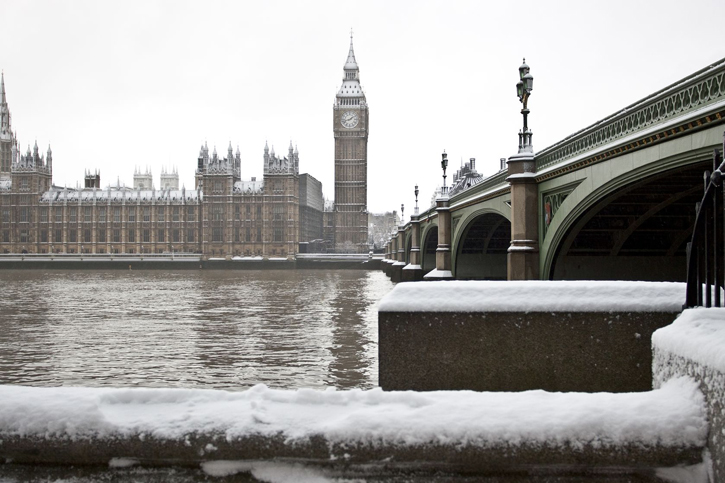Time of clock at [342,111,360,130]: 1:42
